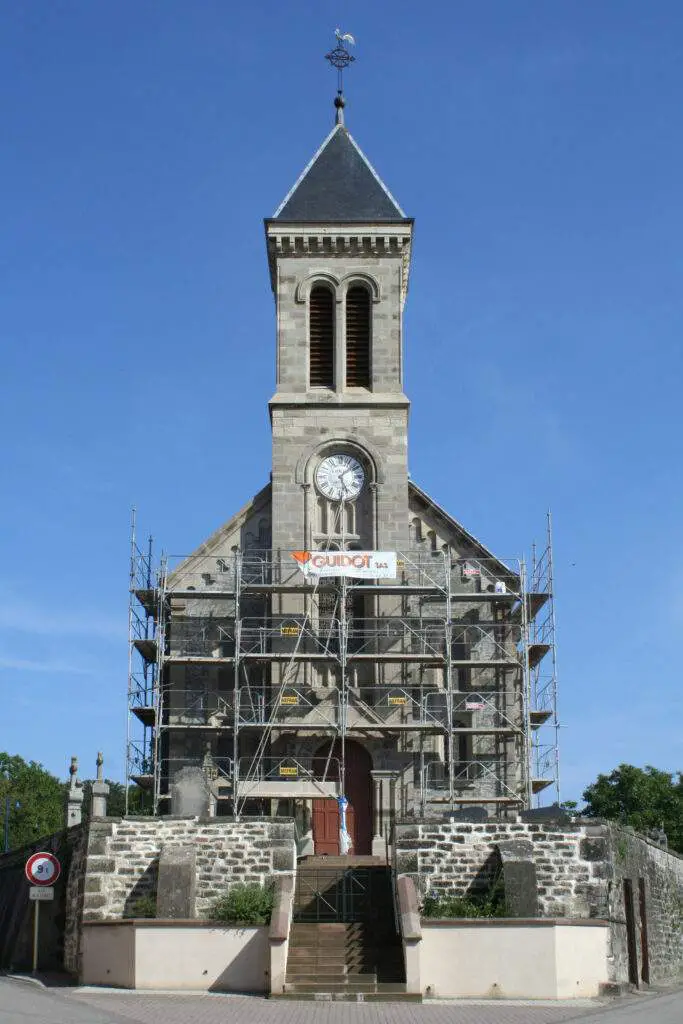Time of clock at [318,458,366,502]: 5:08
